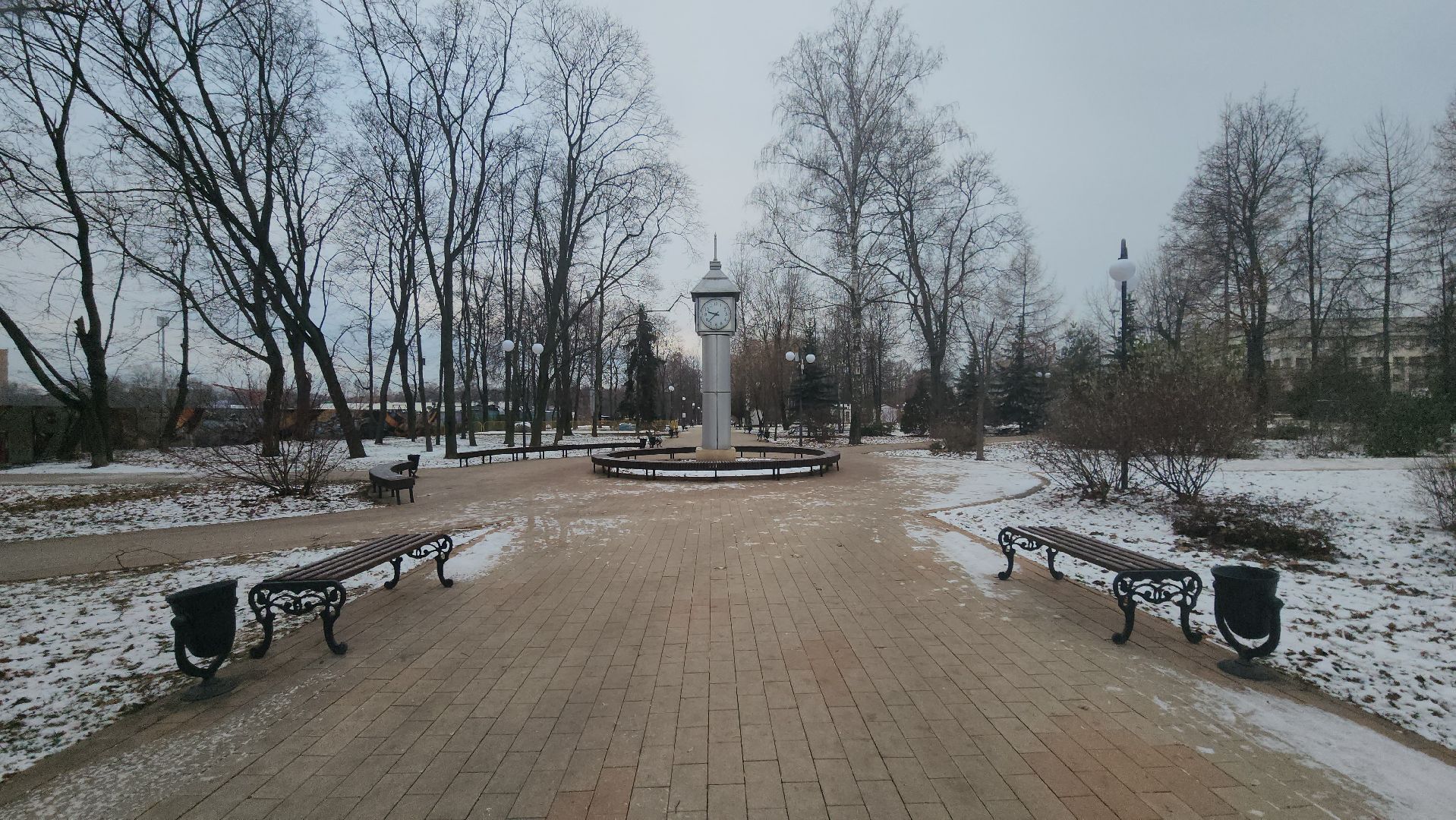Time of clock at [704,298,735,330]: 9:37
